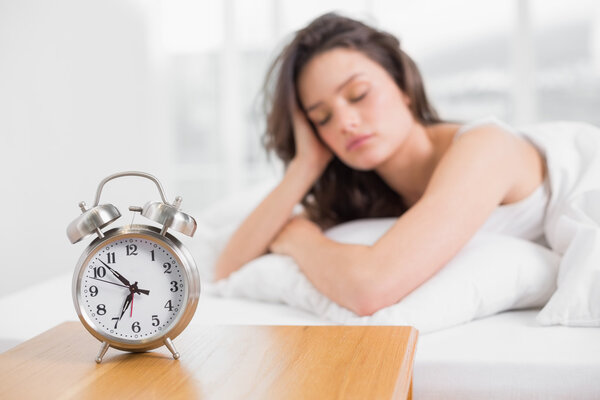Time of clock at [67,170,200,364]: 6:52
